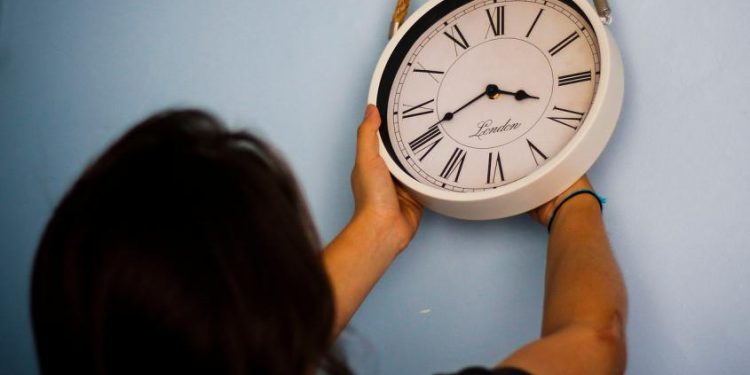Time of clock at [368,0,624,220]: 3:40
